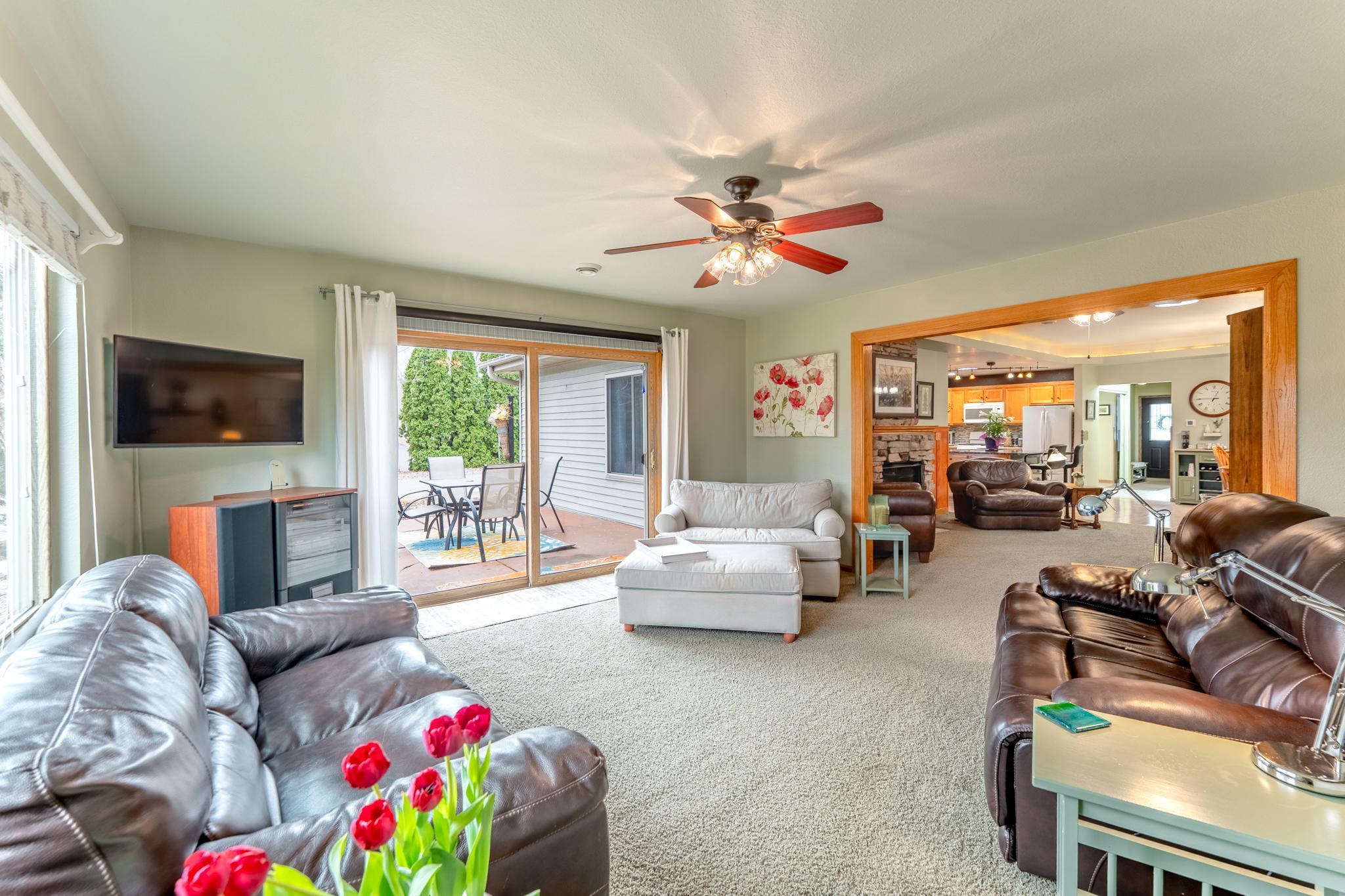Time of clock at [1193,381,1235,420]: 12:45
